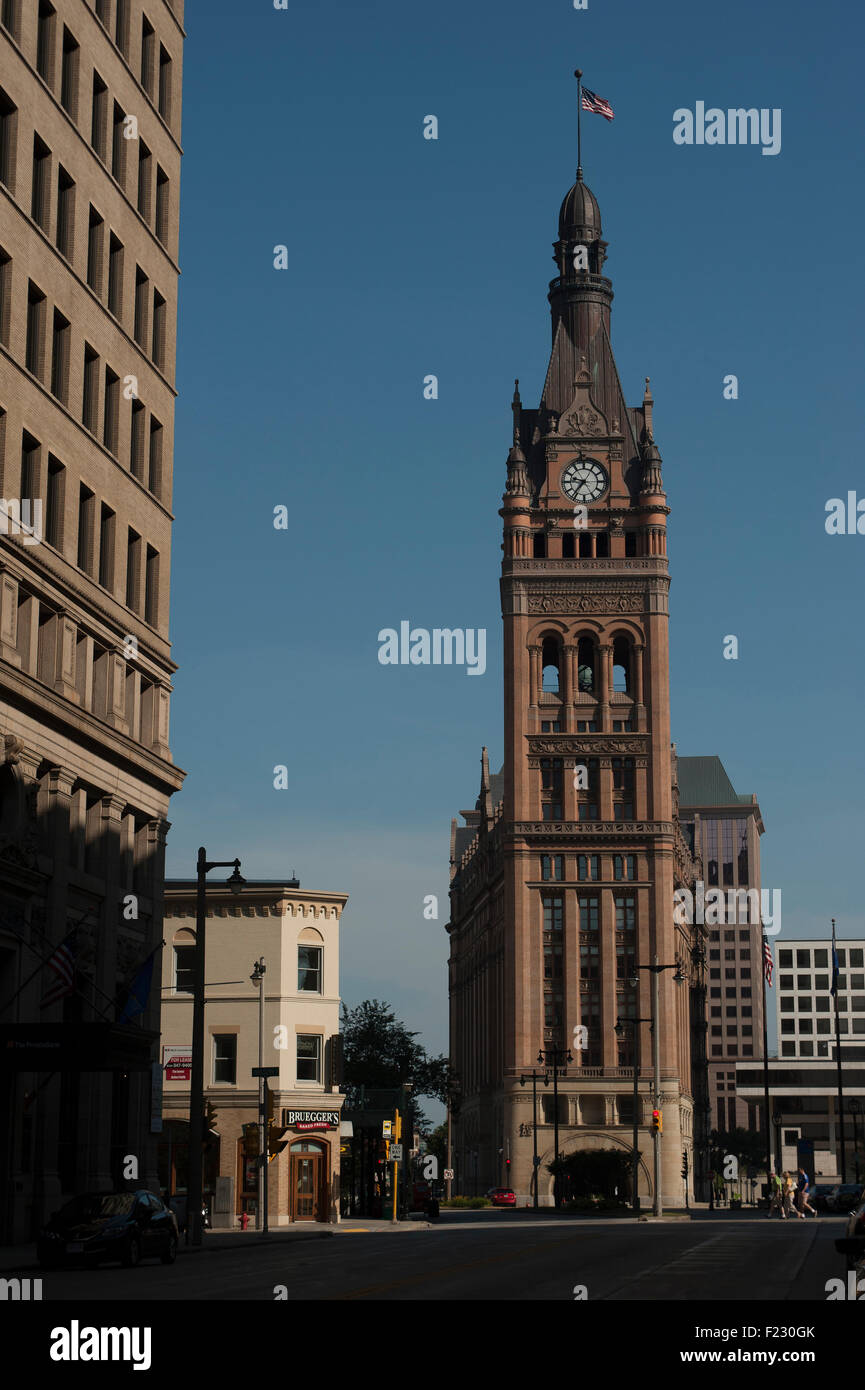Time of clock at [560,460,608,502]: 9:36
